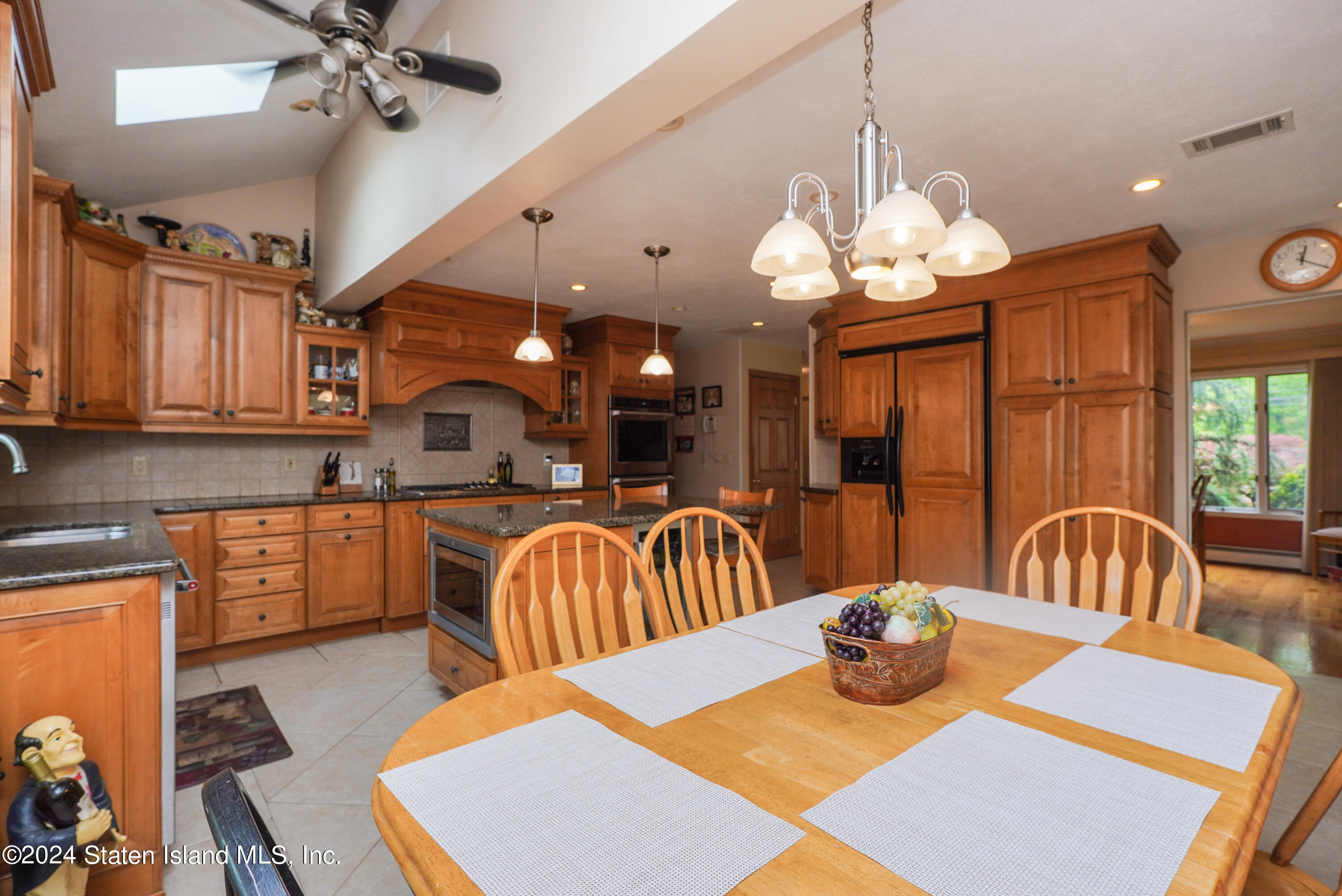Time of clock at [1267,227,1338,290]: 12:20
